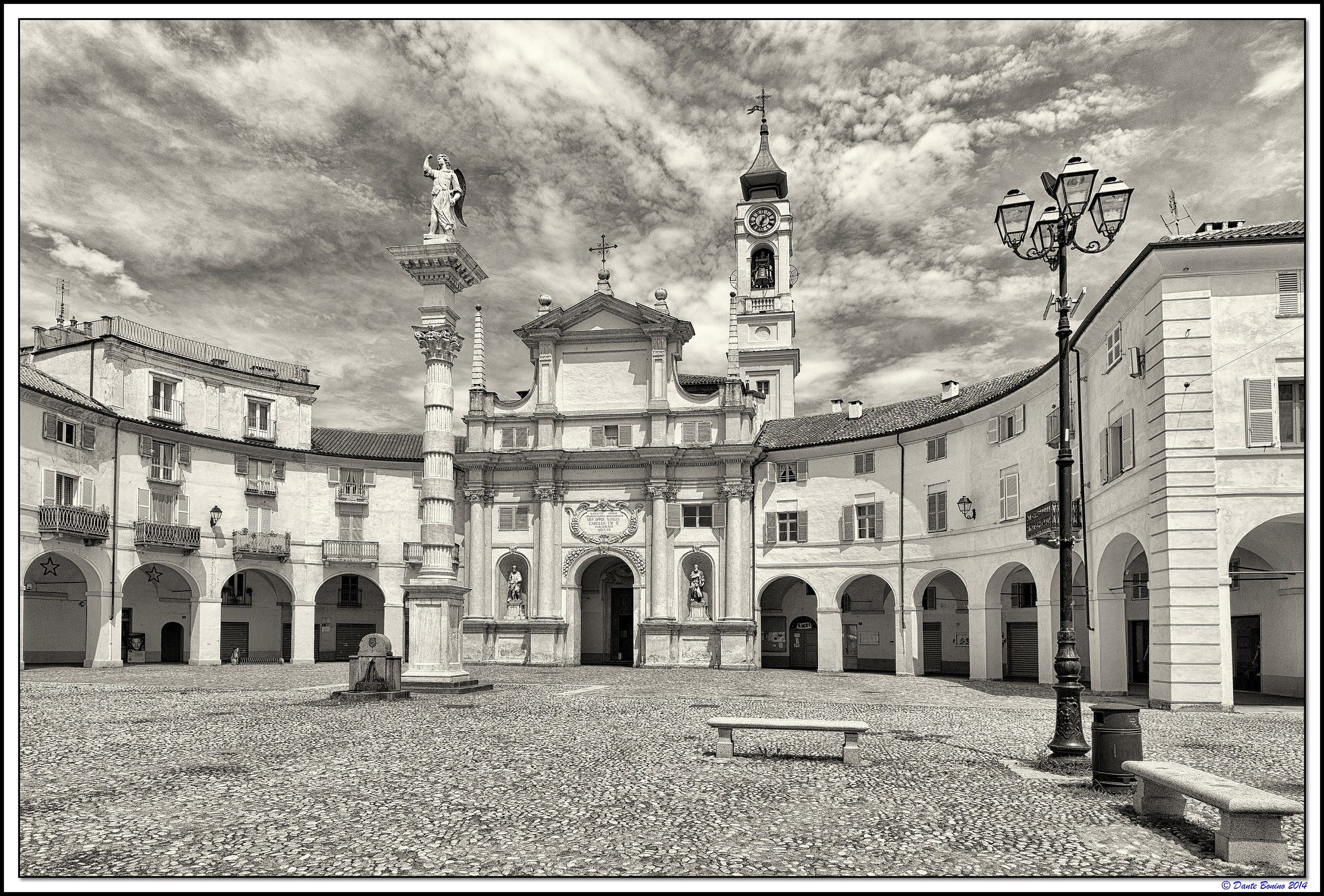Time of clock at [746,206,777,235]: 1:32
